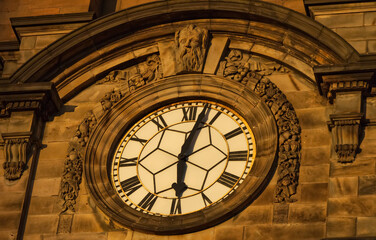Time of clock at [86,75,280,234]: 12:29
